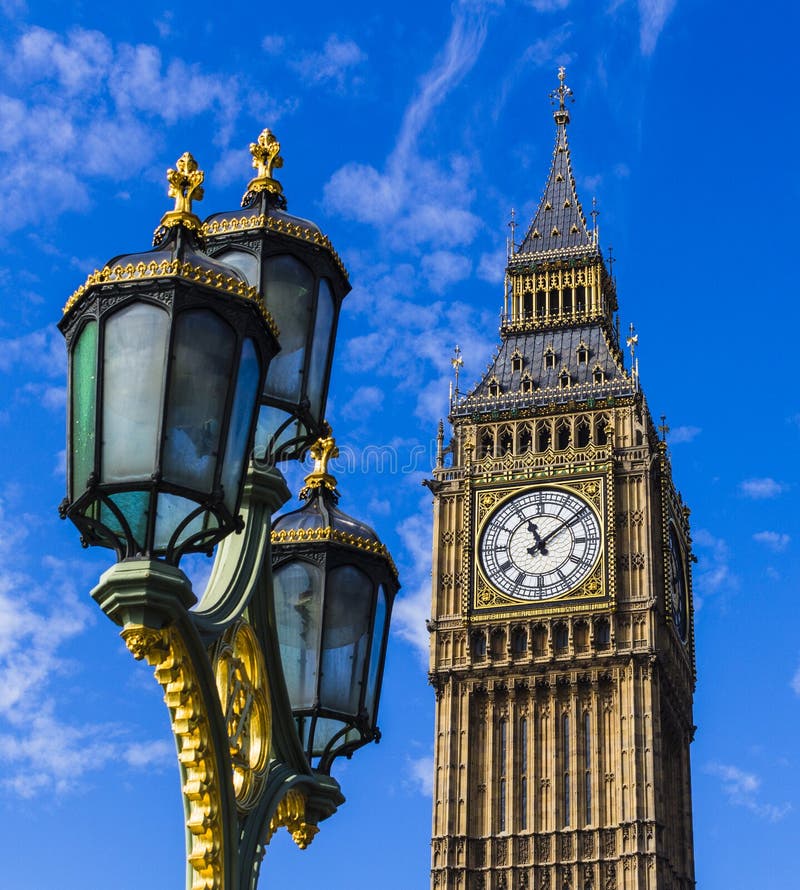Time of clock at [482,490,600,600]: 11:08
